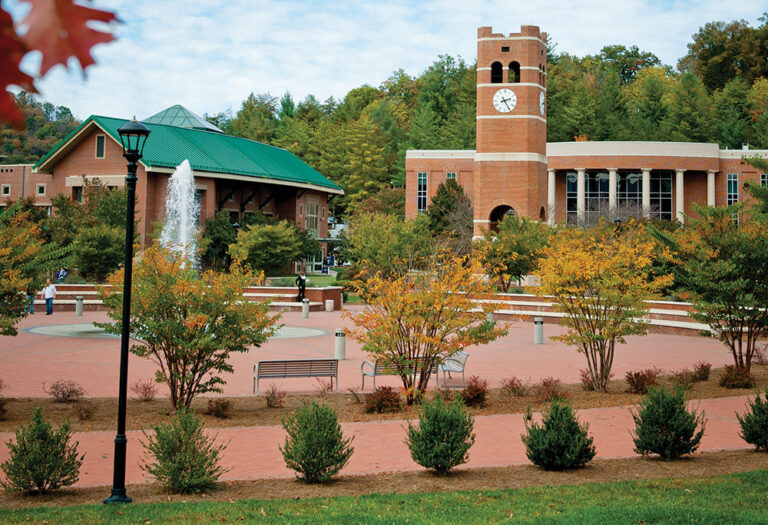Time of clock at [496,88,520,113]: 2:25
